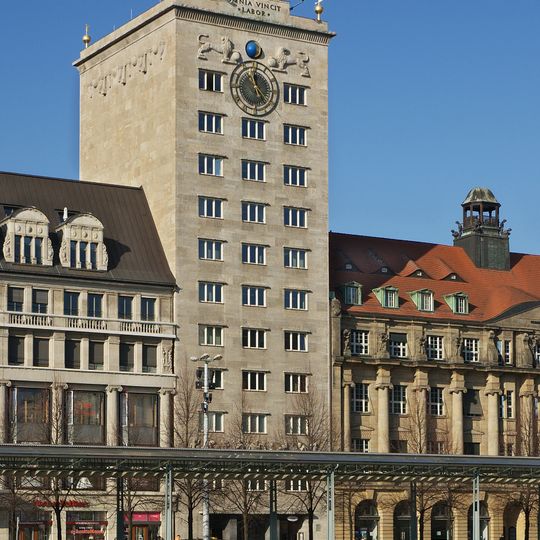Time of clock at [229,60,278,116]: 4:59
